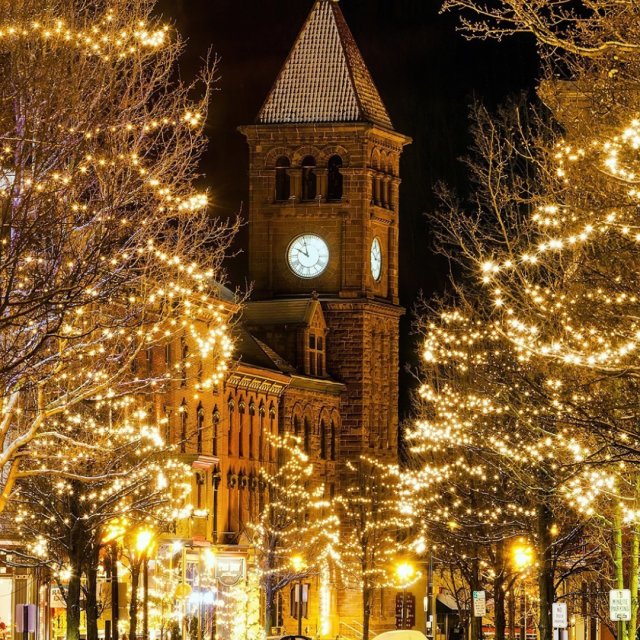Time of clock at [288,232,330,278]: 9:57
